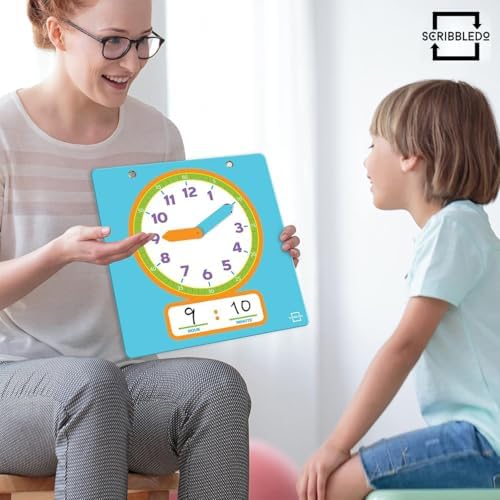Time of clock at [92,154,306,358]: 9:10
